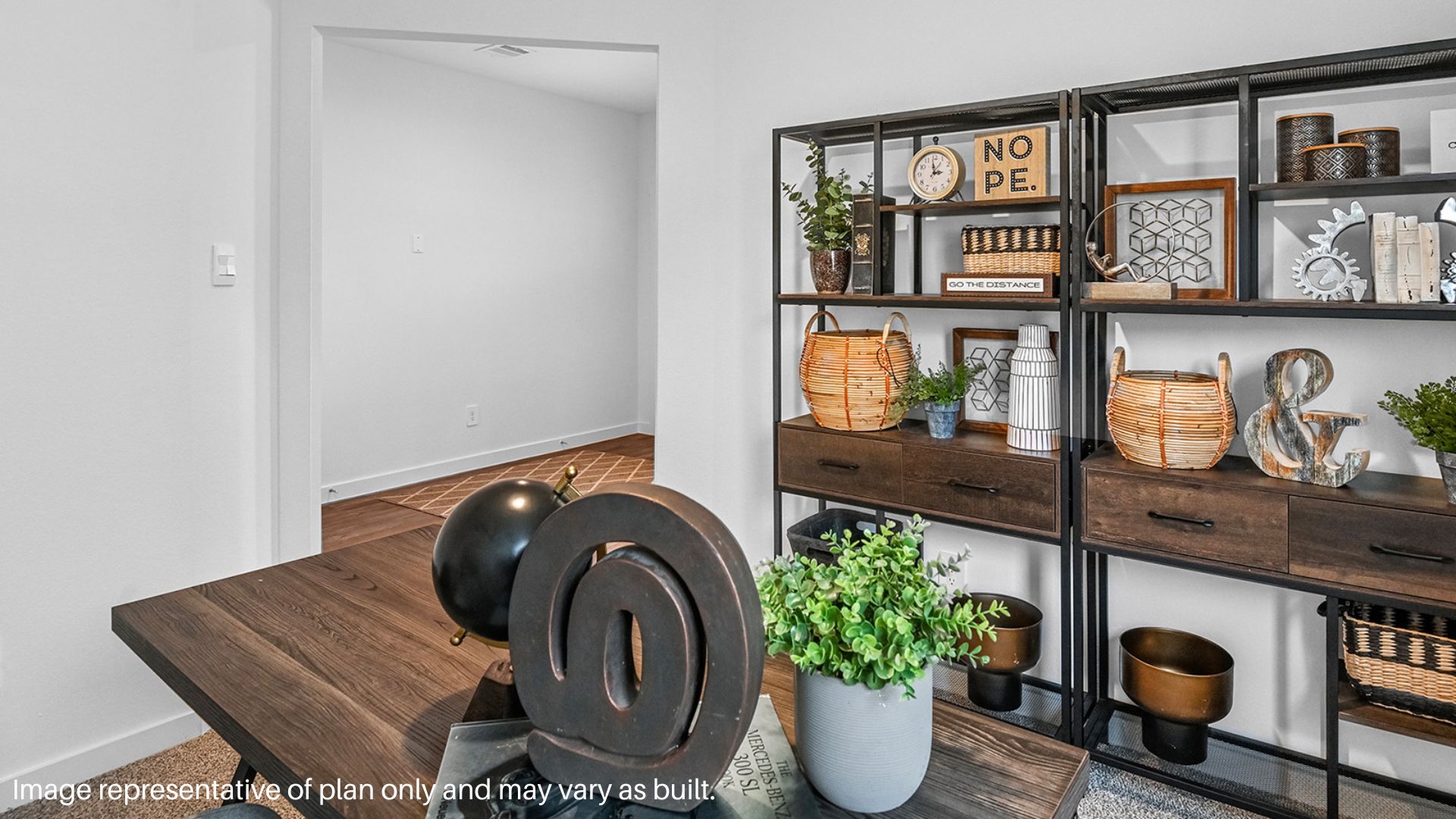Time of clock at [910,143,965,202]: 2:58
